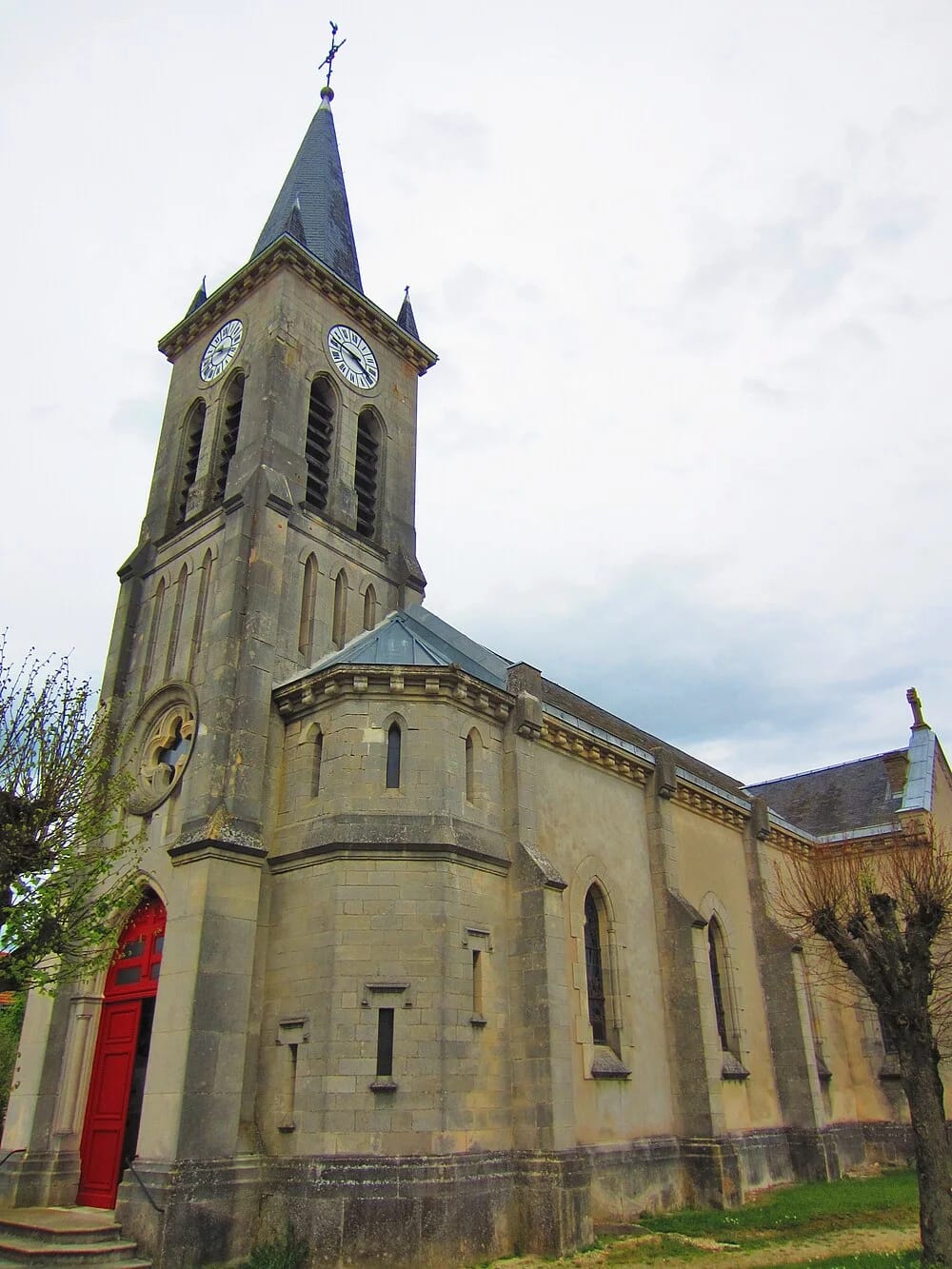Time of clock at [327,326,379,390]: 4:46
